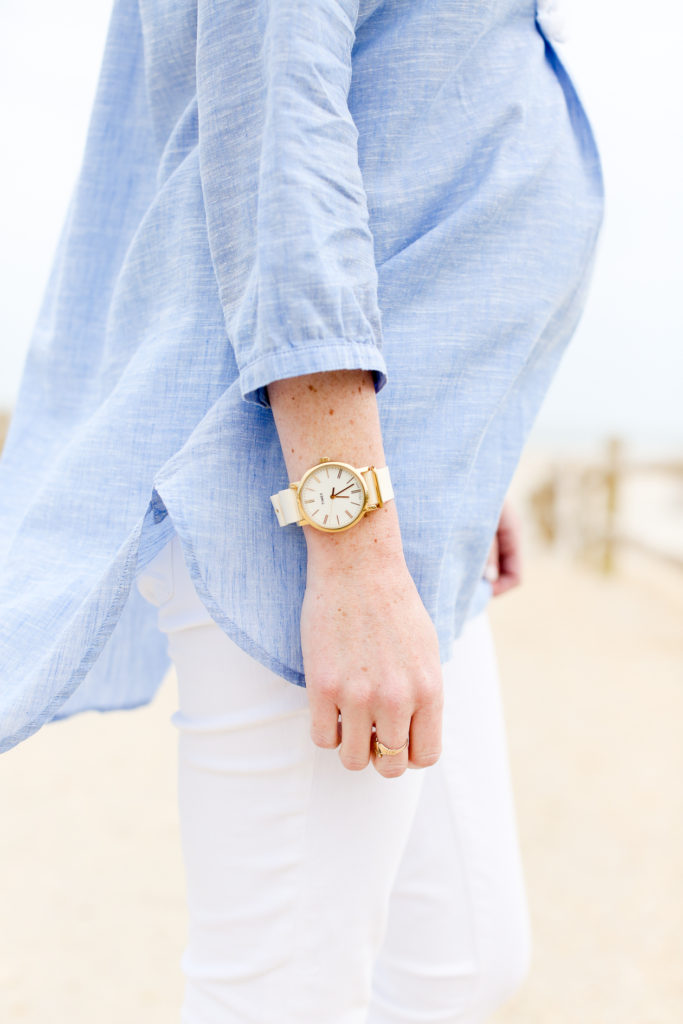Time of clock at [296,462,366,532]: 3:11
